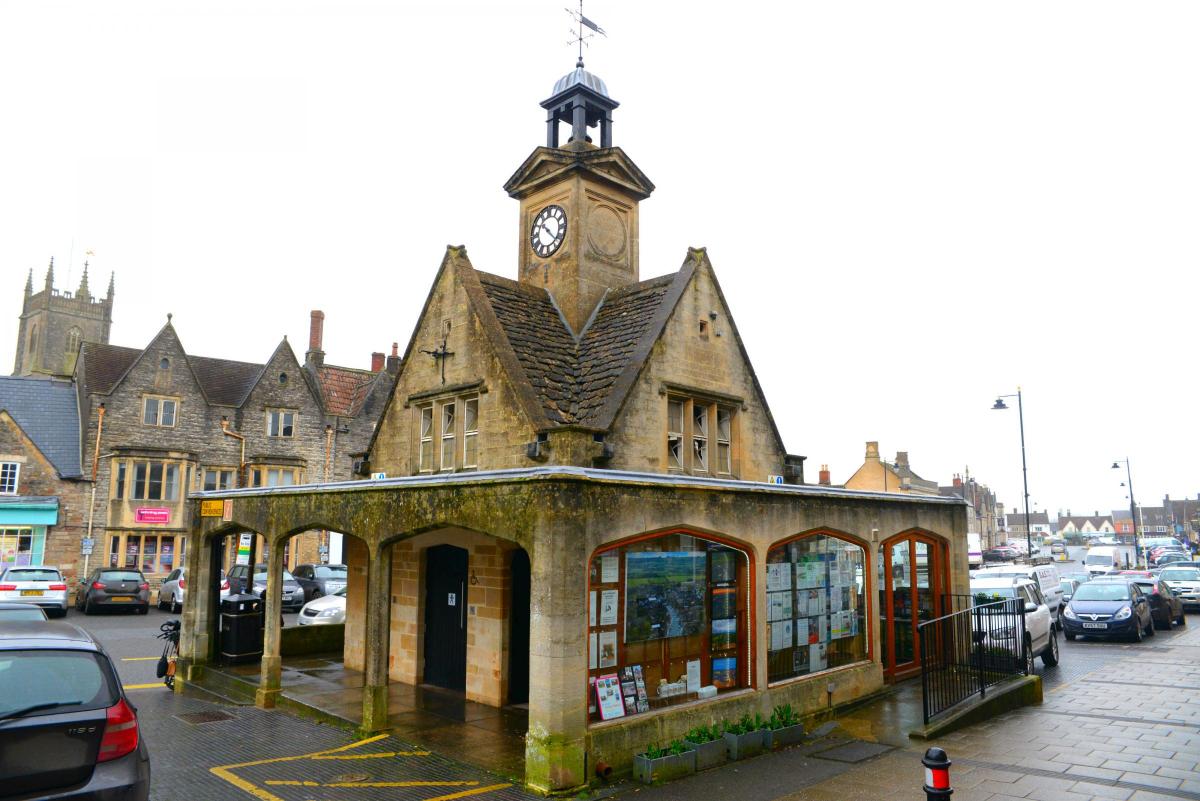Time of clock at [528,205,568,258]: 10:22
